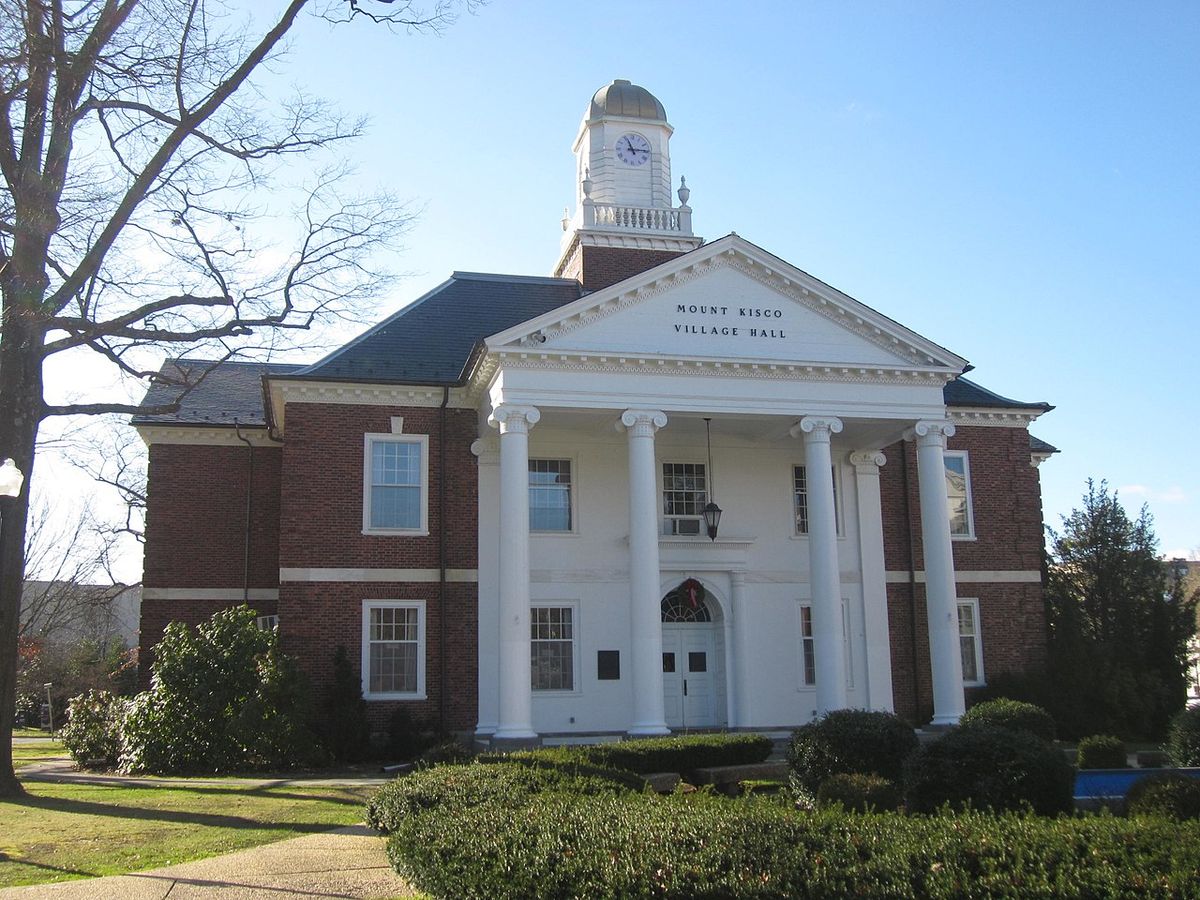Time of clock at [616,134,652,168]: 11:14
